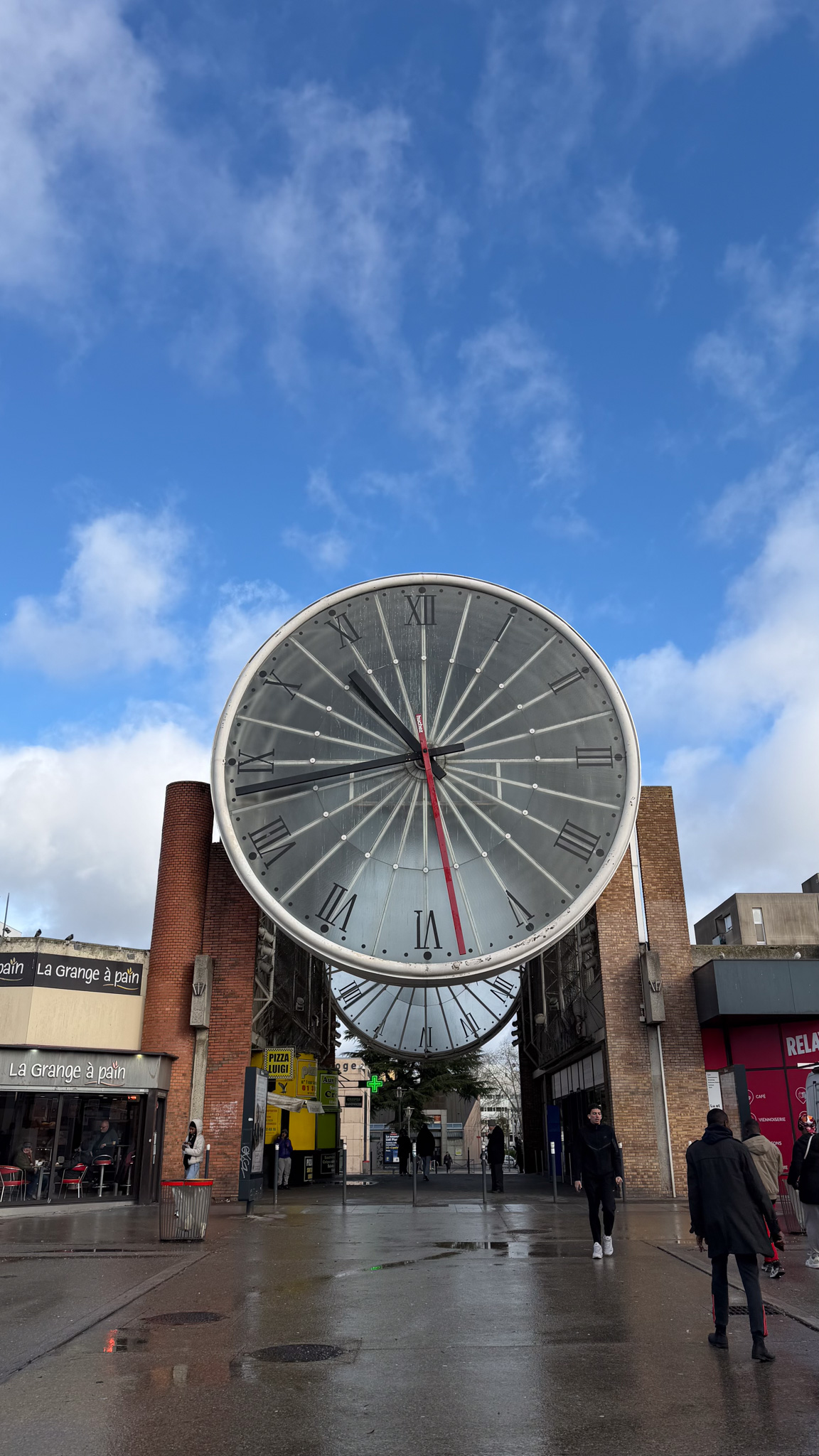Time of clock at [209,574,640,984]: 10:43
